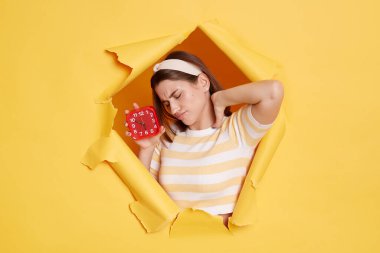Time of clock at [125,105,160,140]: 5:49
